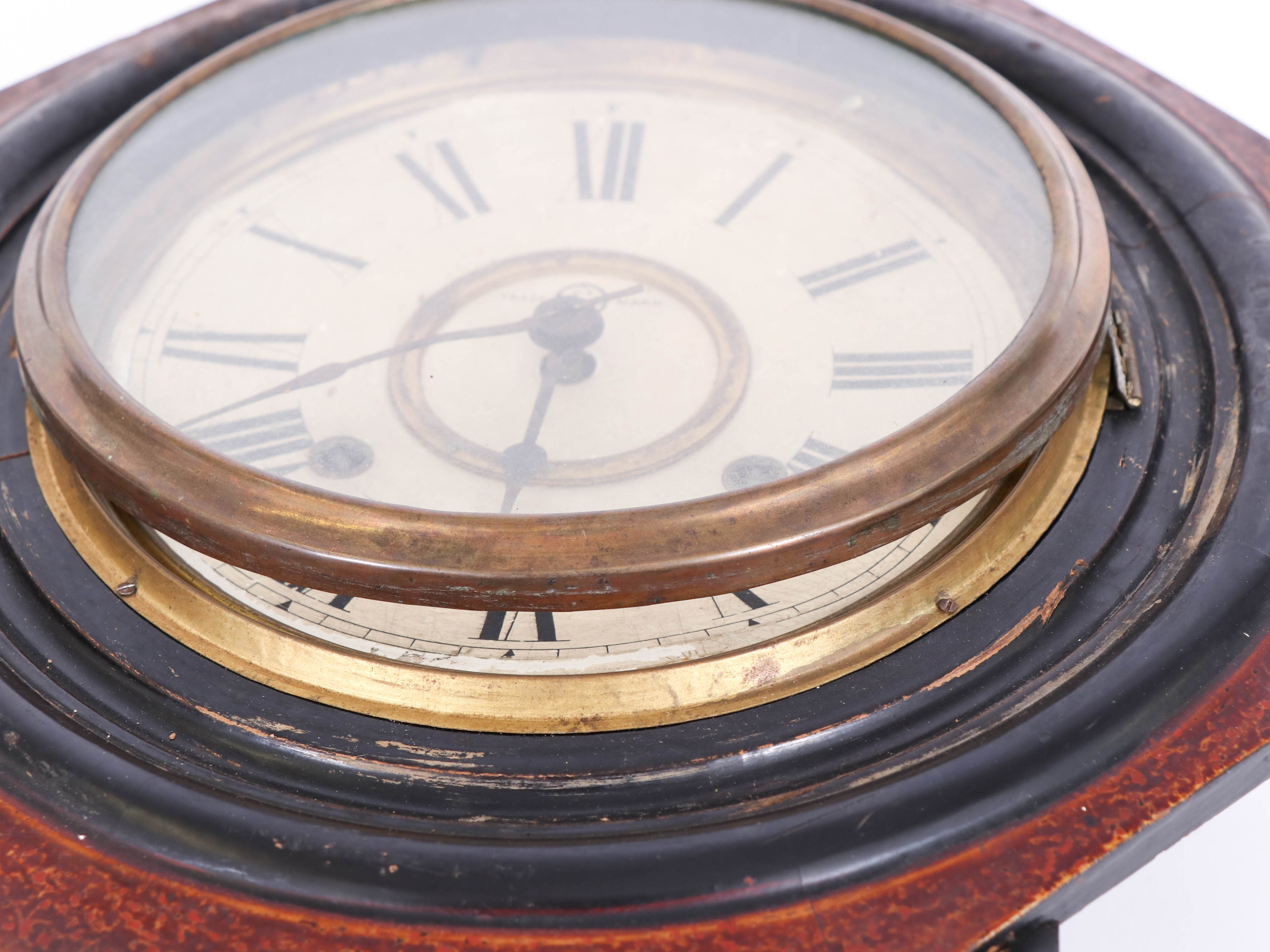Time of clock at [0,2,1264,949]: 5:30
